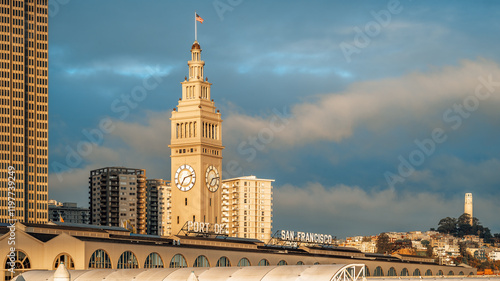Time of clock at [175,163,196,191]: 7:12
